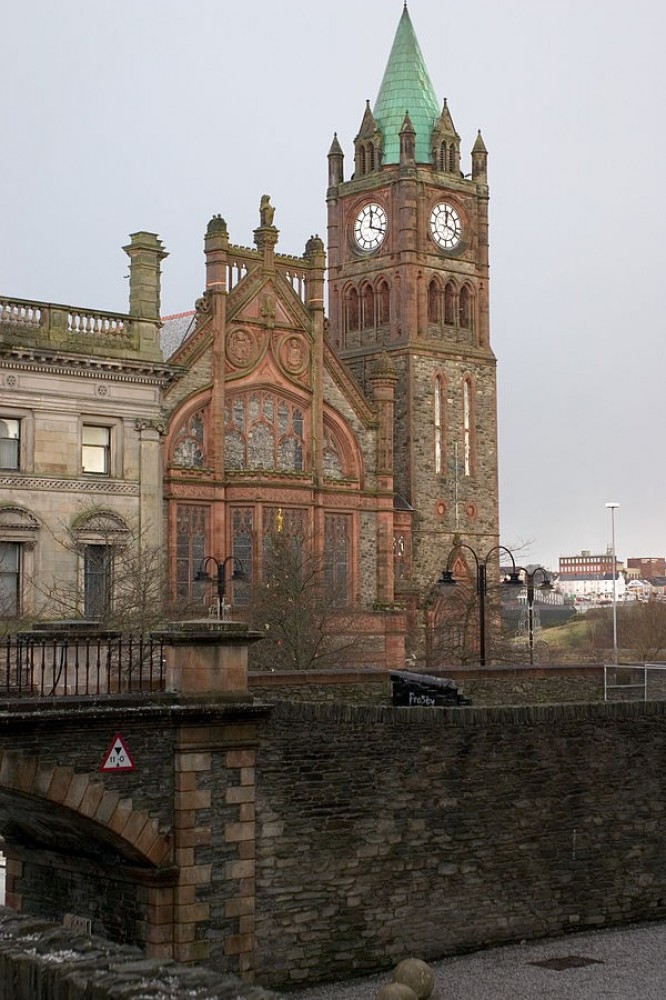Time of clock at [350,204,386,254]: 12:18
